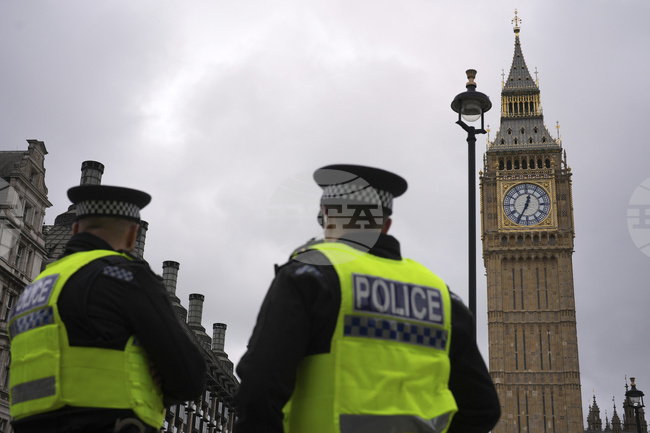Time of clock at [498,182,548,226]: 12:34
